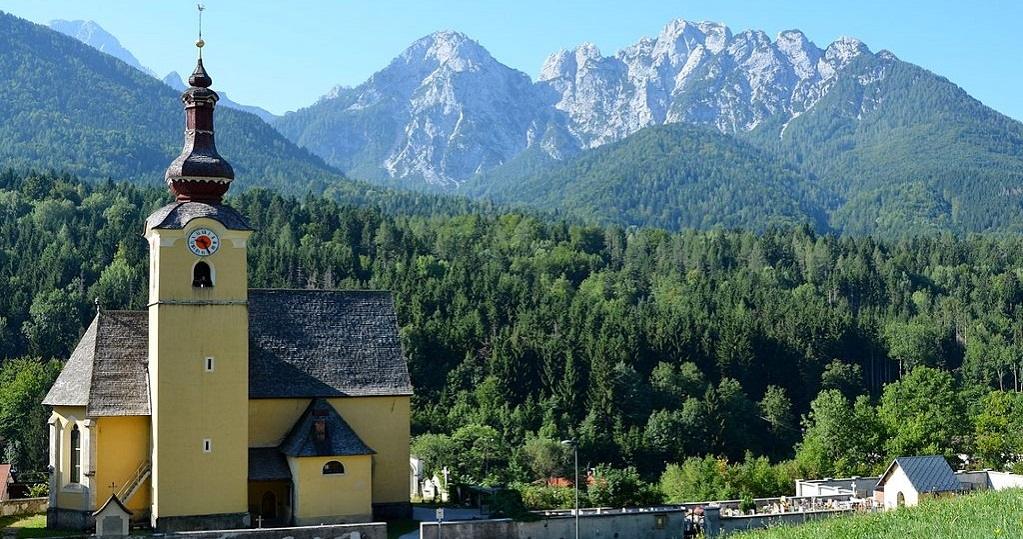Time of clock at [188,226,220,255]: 9:25
